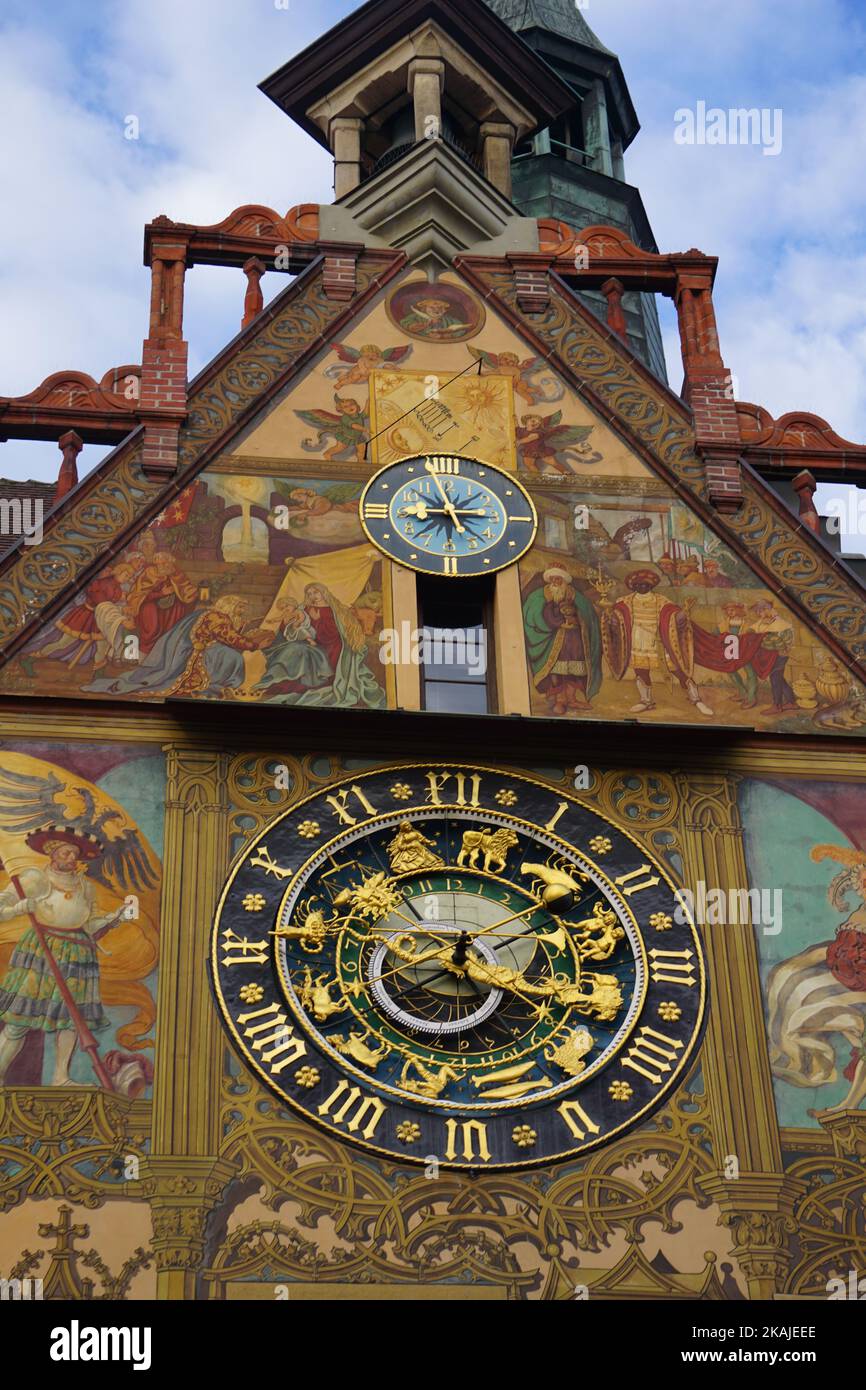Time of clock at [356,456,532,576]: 5:15
